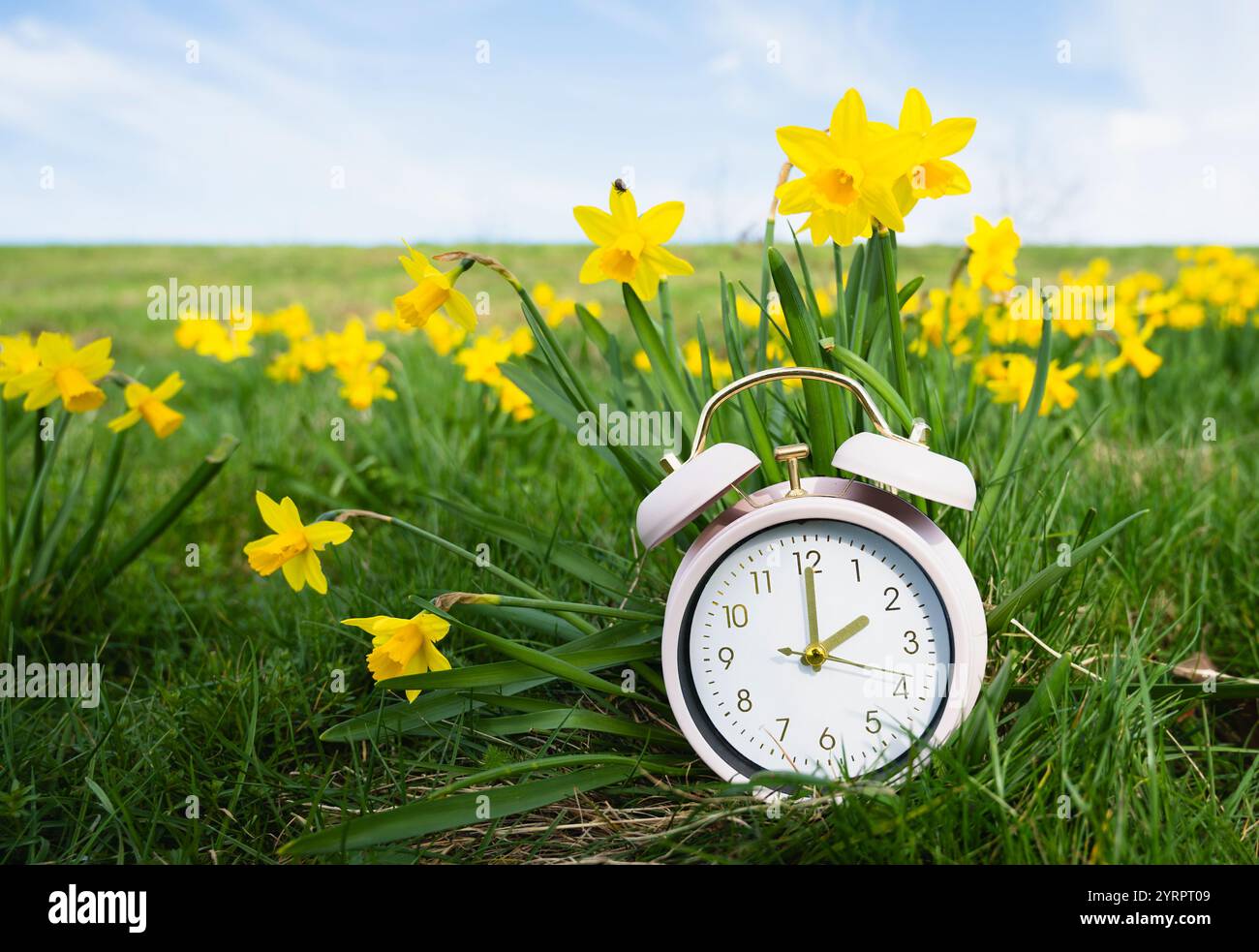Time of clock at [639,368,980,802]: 2:00
